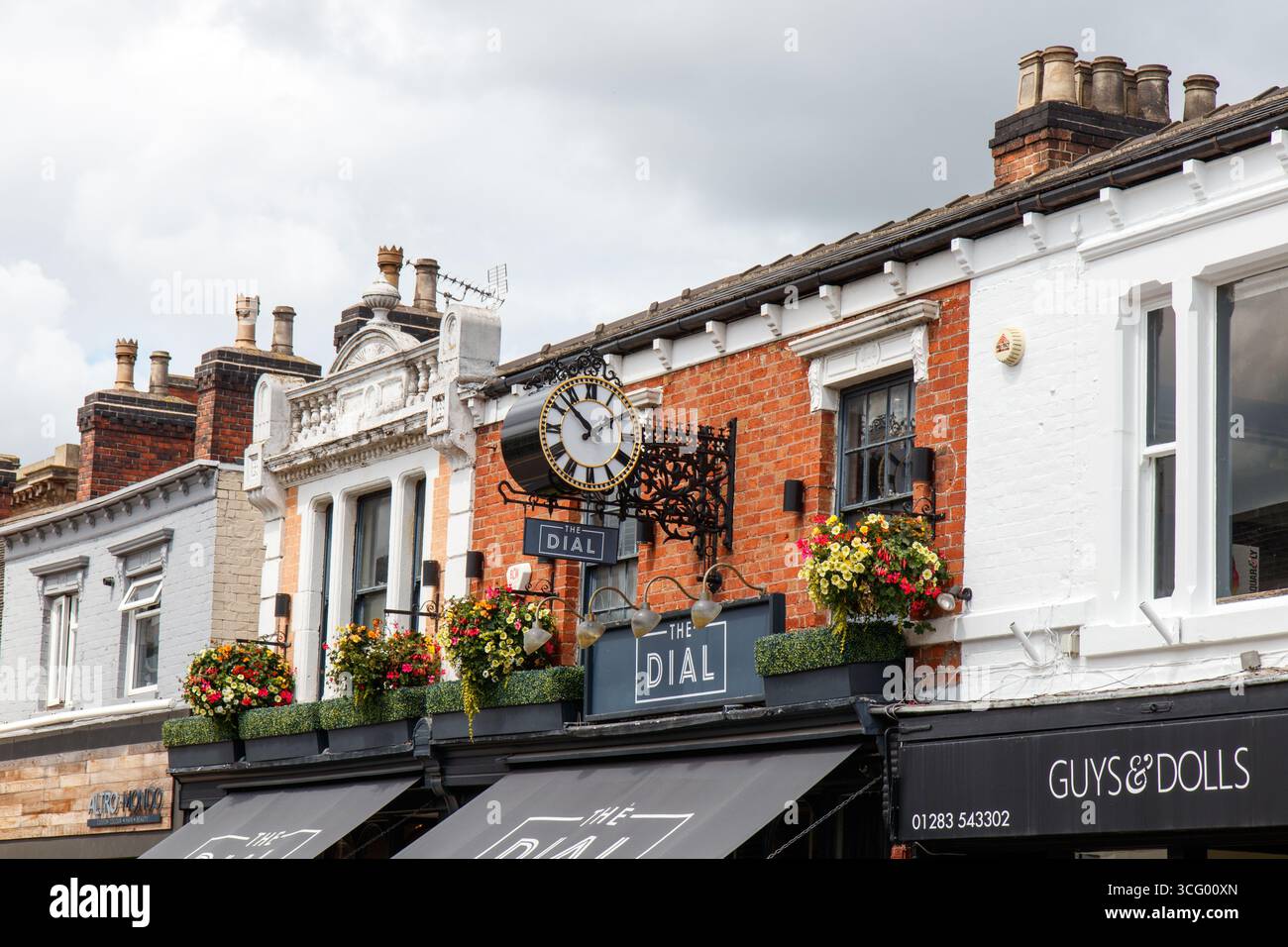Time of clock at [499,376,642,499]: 1:52
